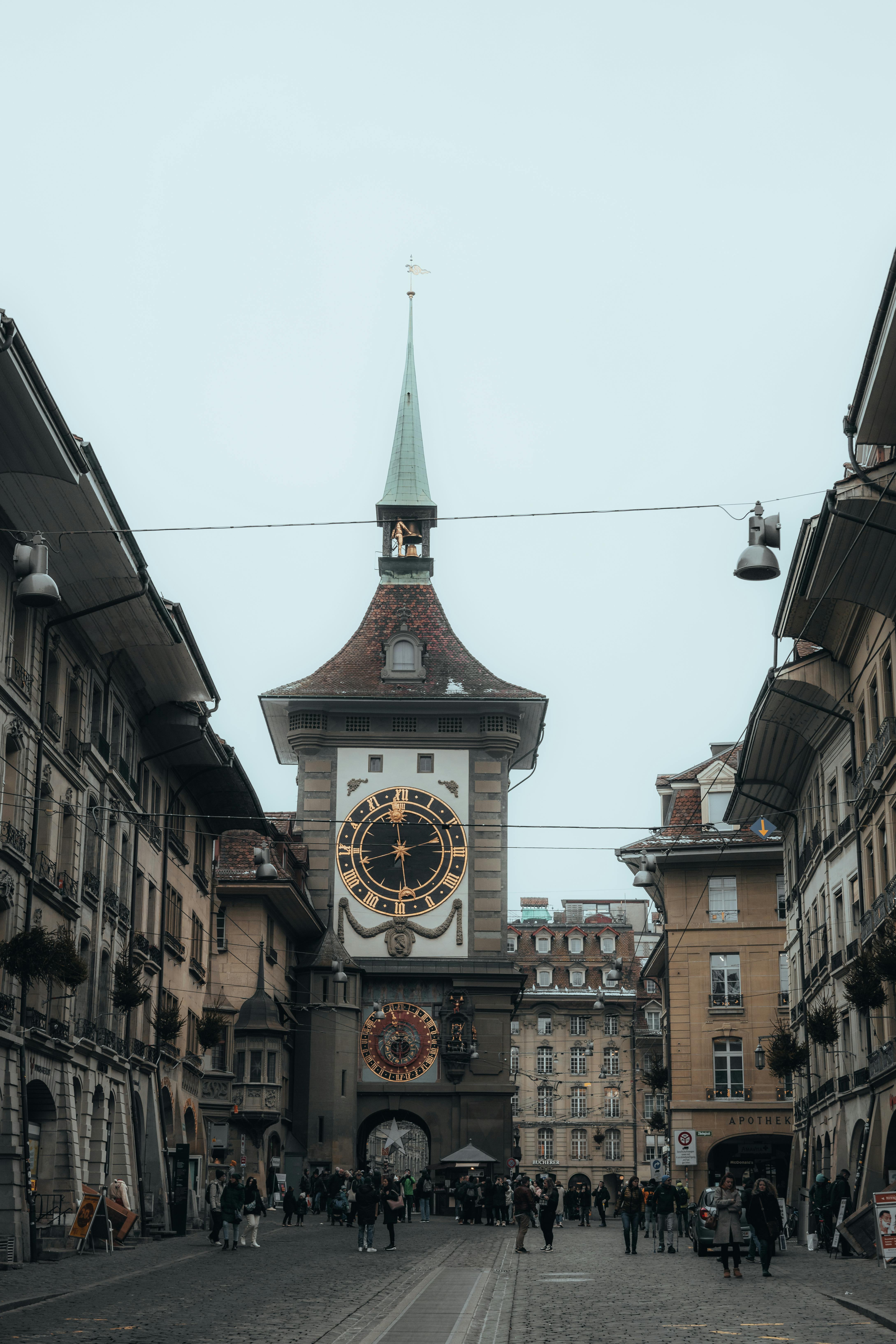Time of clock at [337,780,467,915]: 5:59
